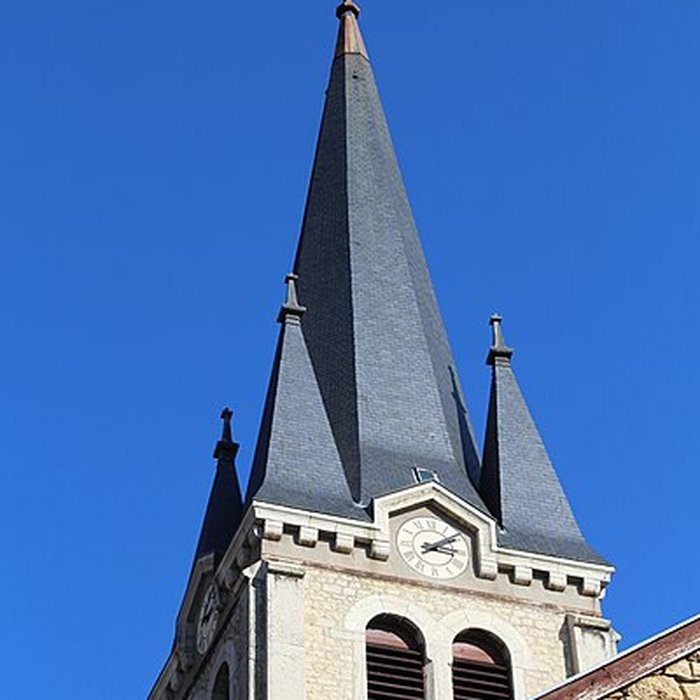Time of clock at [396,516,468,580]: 3:09
